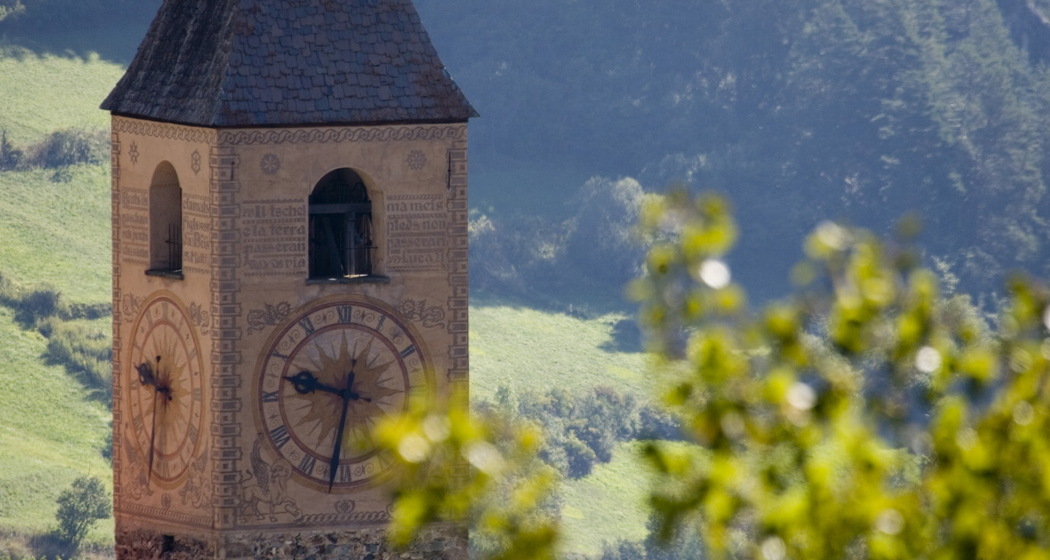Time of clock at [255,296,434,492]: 9:32
